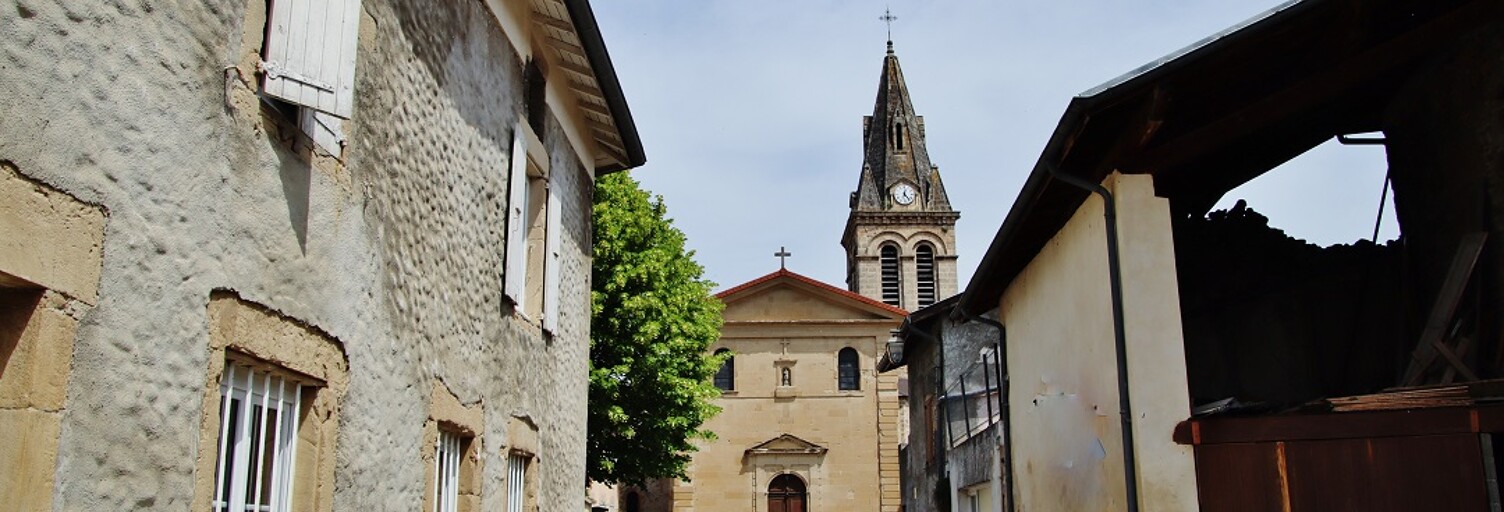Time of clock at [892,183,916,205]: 12:23
